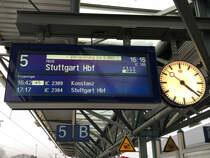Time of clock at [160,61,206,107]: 4:21
